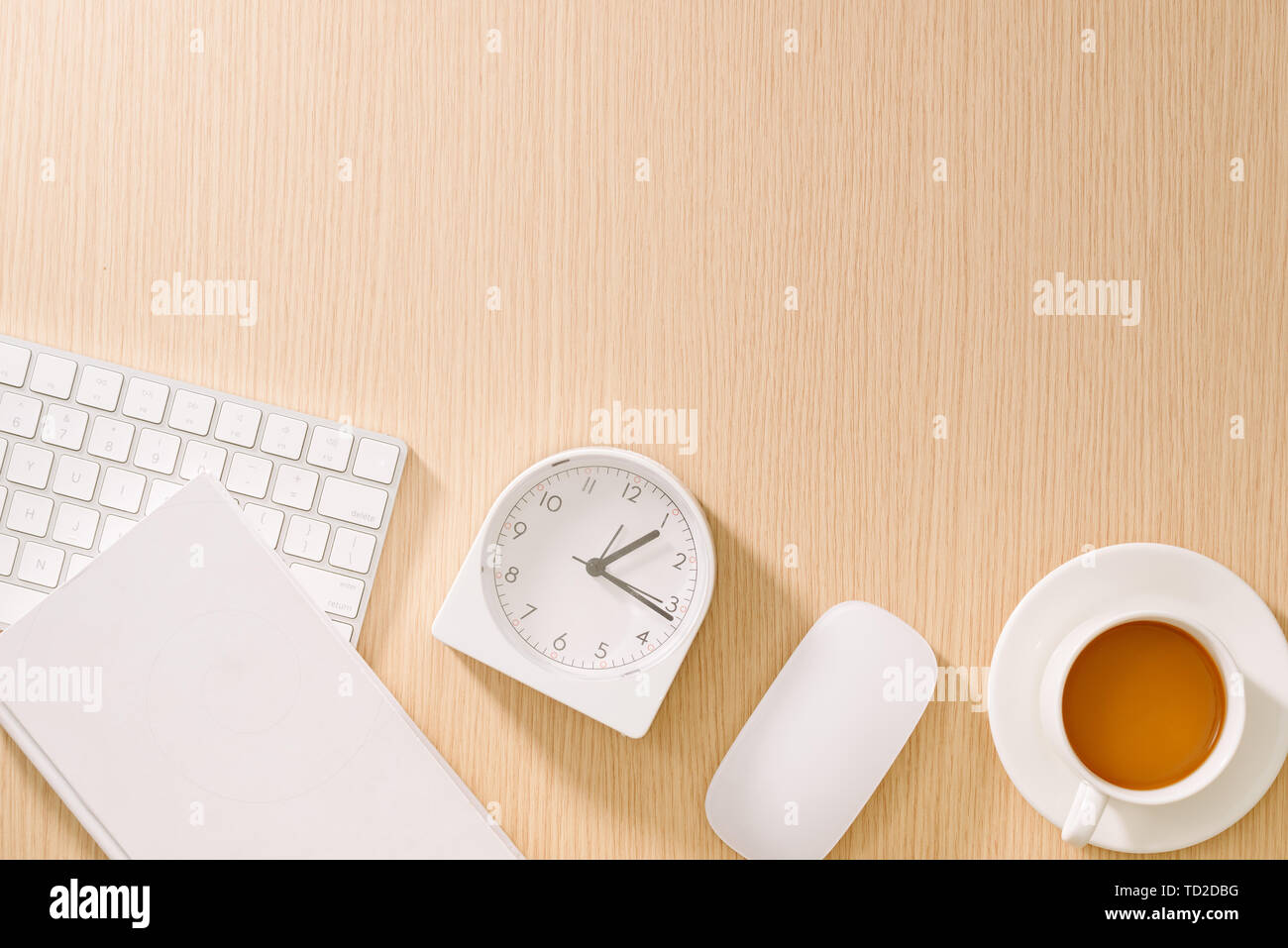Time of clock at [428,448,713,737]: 1:16
